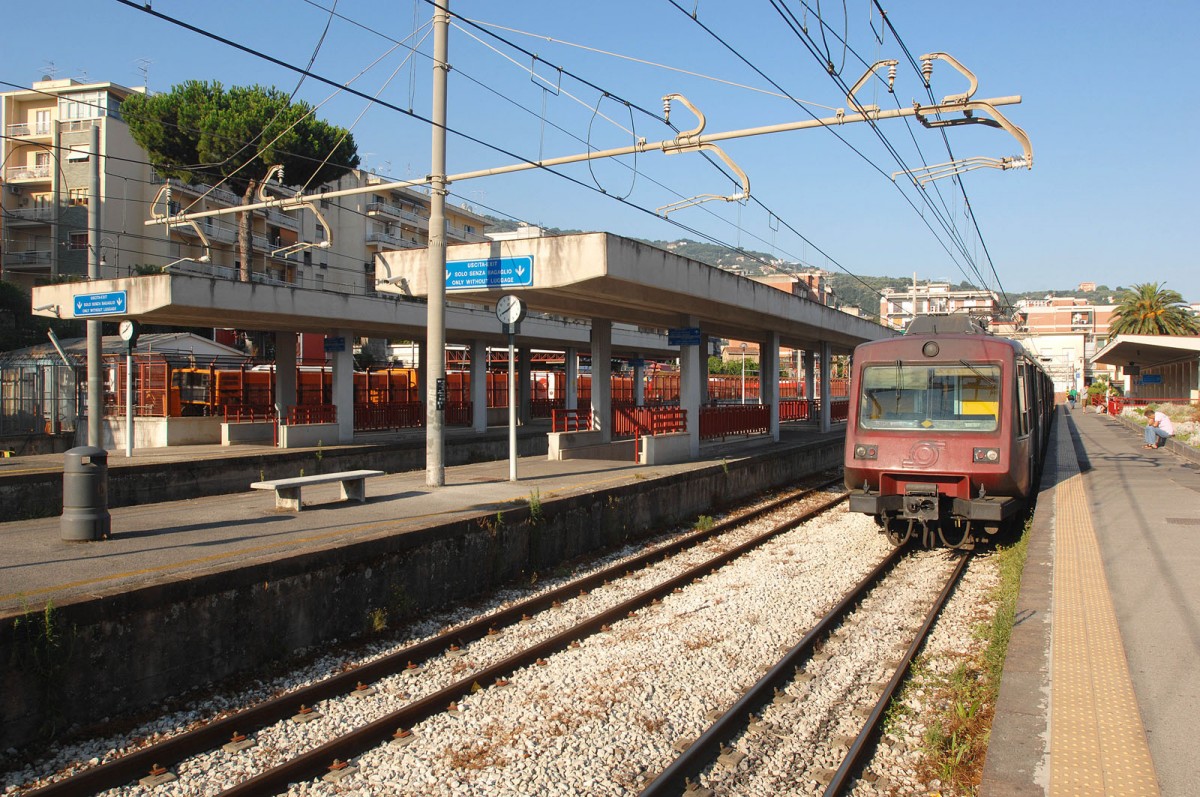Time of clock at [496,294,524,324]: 8:07
